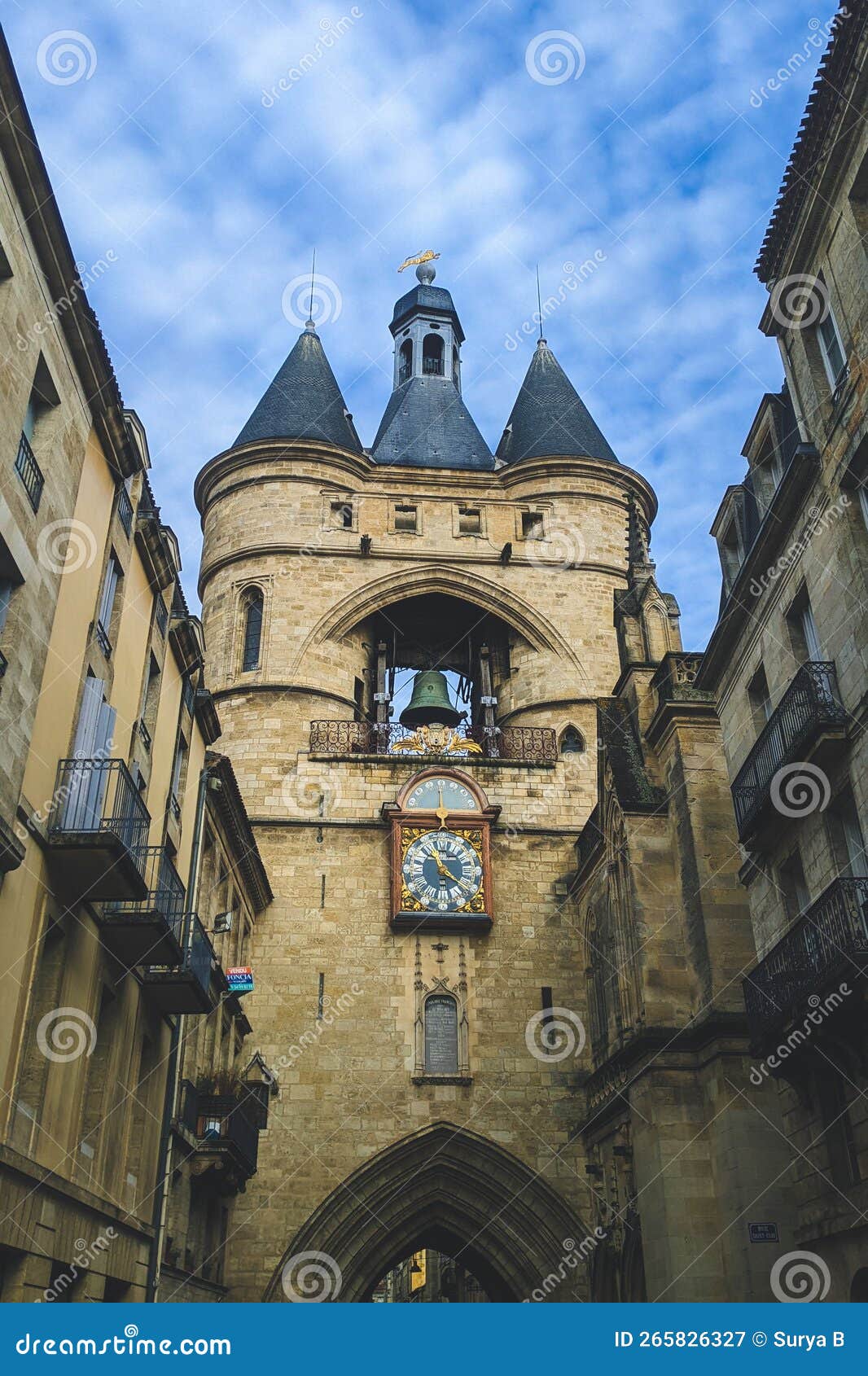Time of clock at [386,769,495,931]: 11:21
